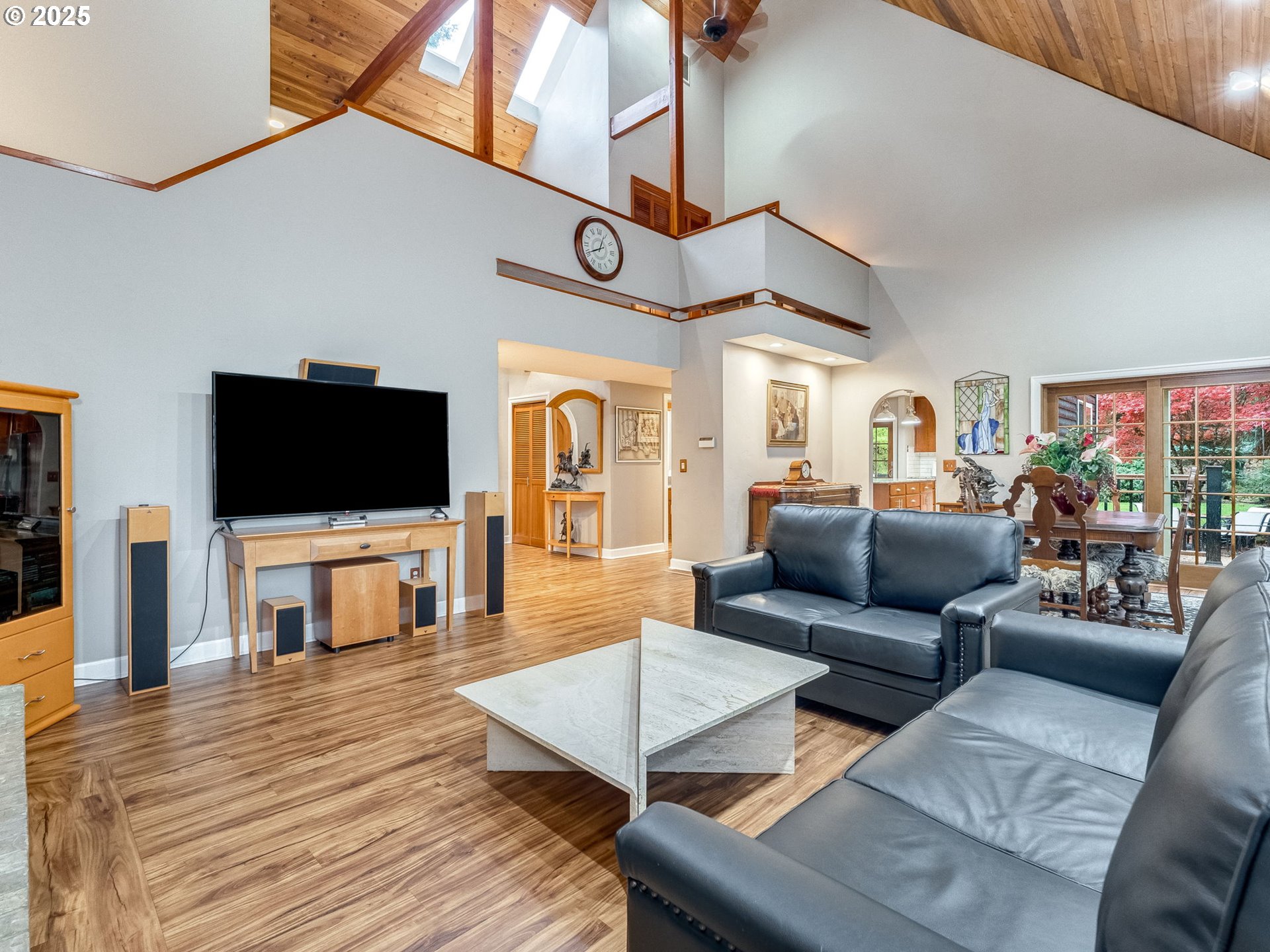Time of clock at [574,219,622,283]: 12:40
